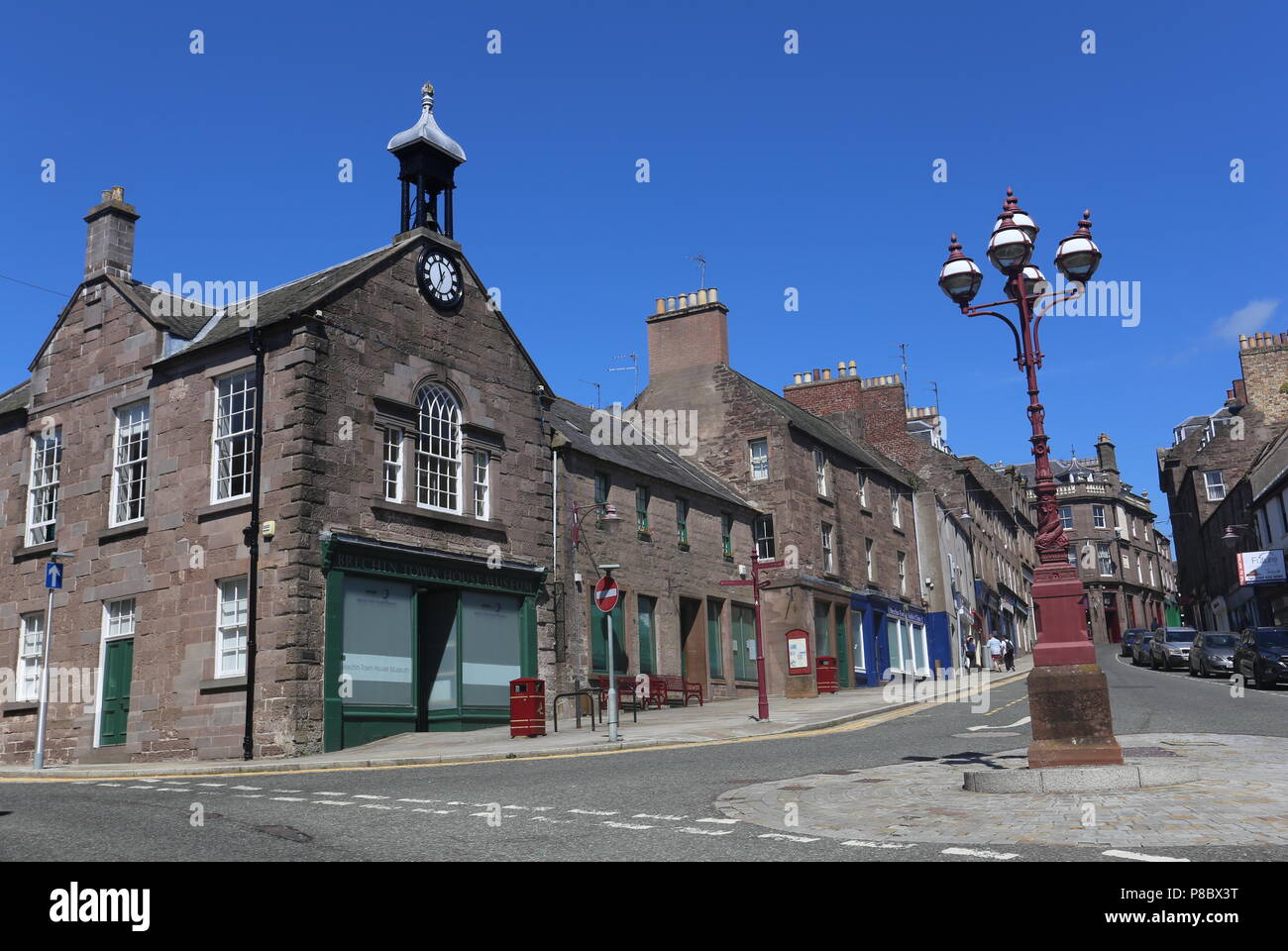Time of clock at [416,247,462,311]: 11:35
